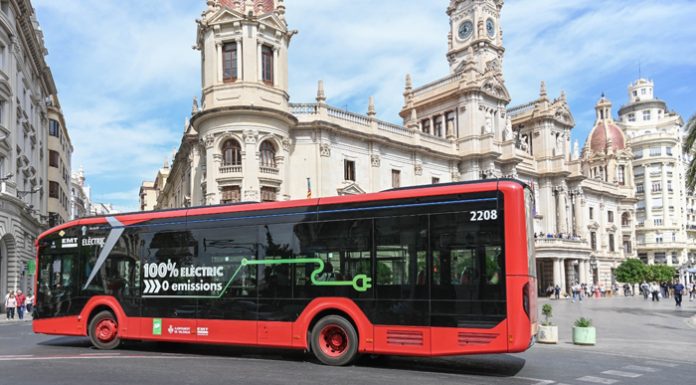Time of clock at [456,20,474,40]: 11:41
